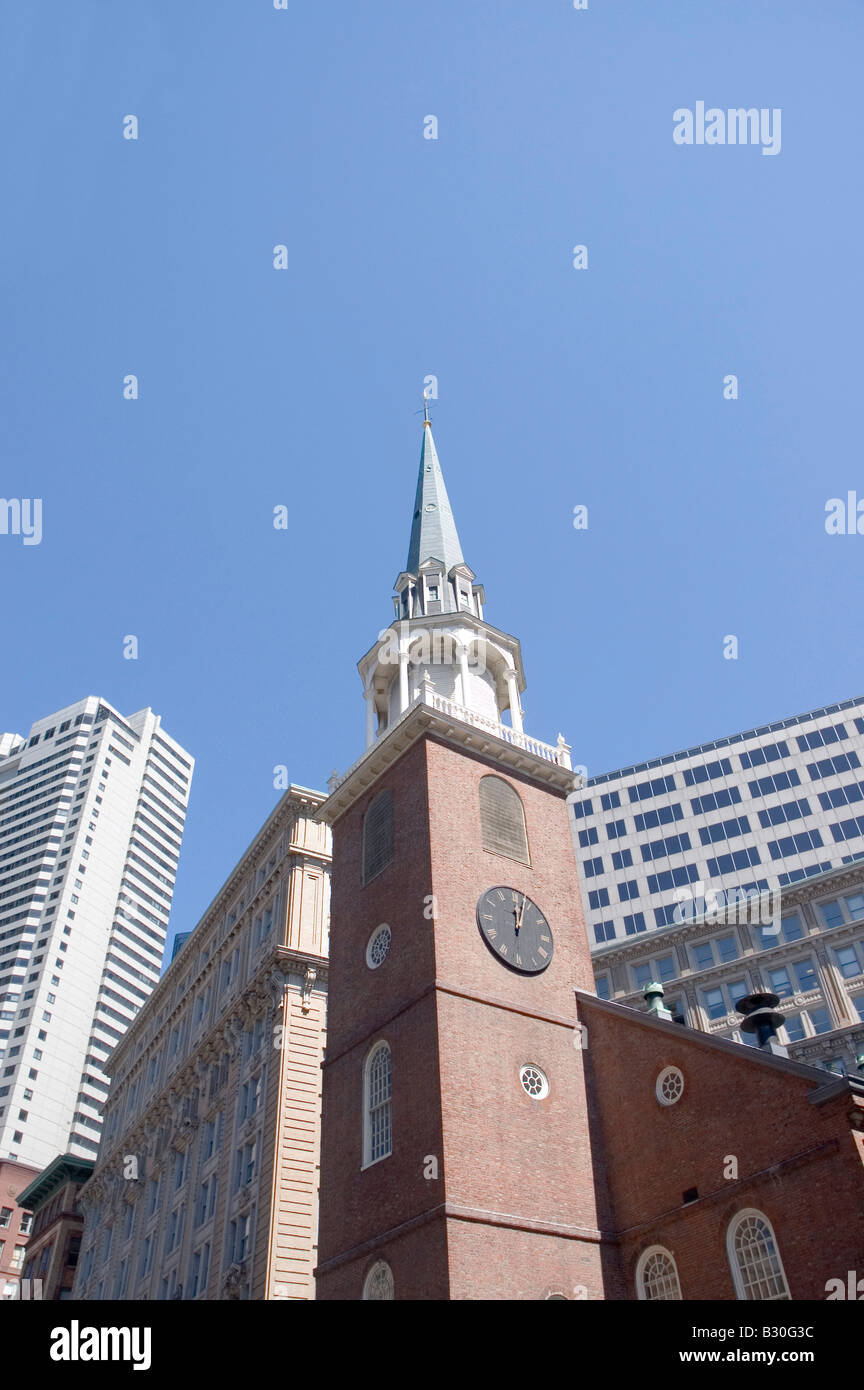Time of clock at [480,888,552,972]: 12:03
